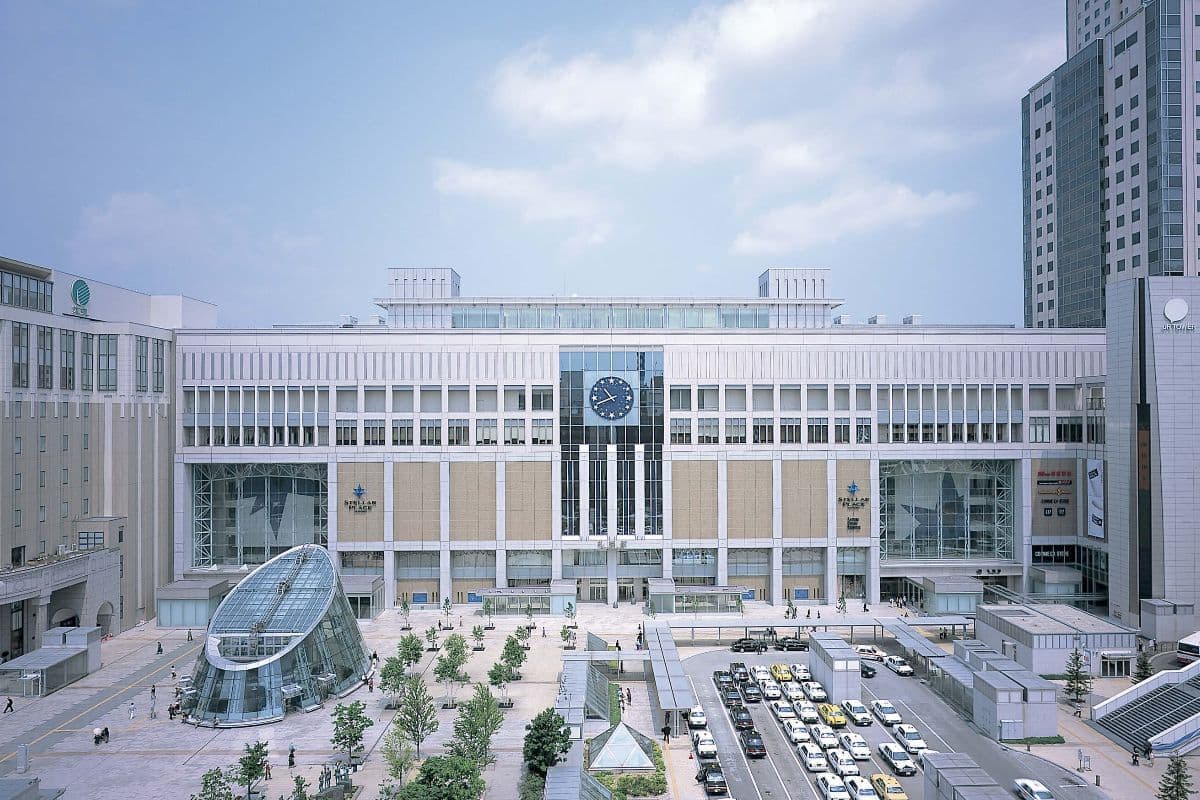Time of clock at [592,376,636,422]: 10:41
